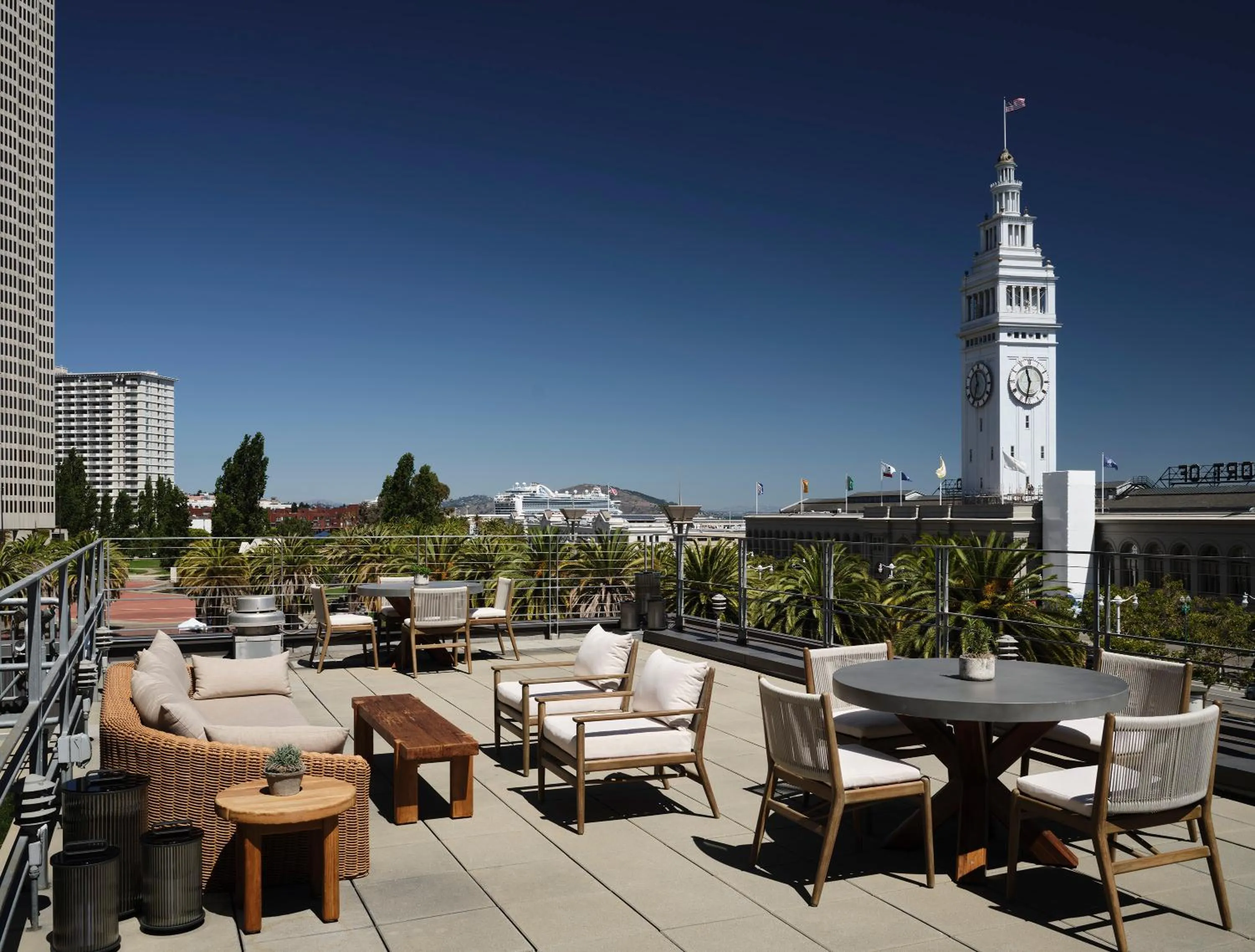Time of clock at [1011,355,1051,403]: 11:32
